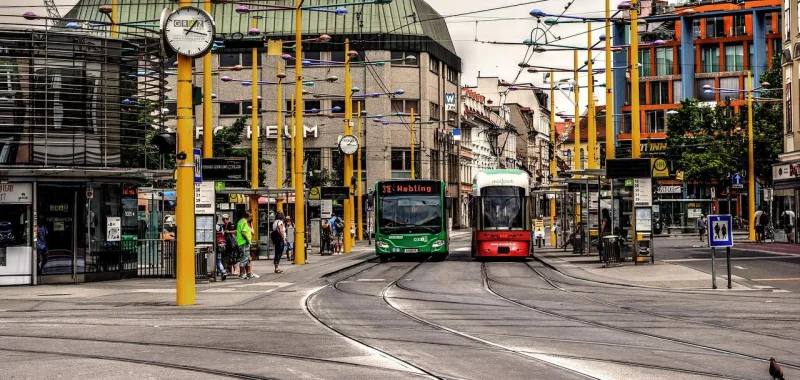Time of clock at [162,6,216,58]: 1:16
